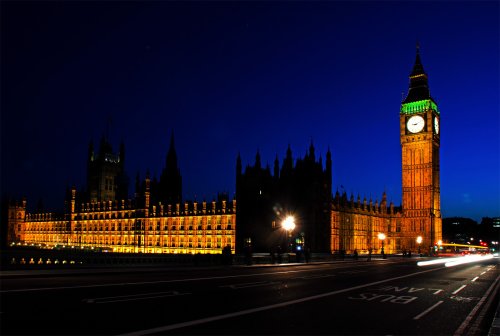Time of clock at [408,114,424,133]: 9:11
